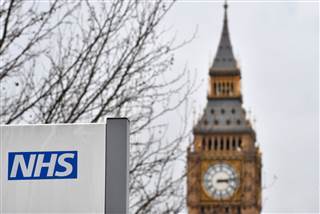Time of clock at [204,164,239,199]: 3:13
